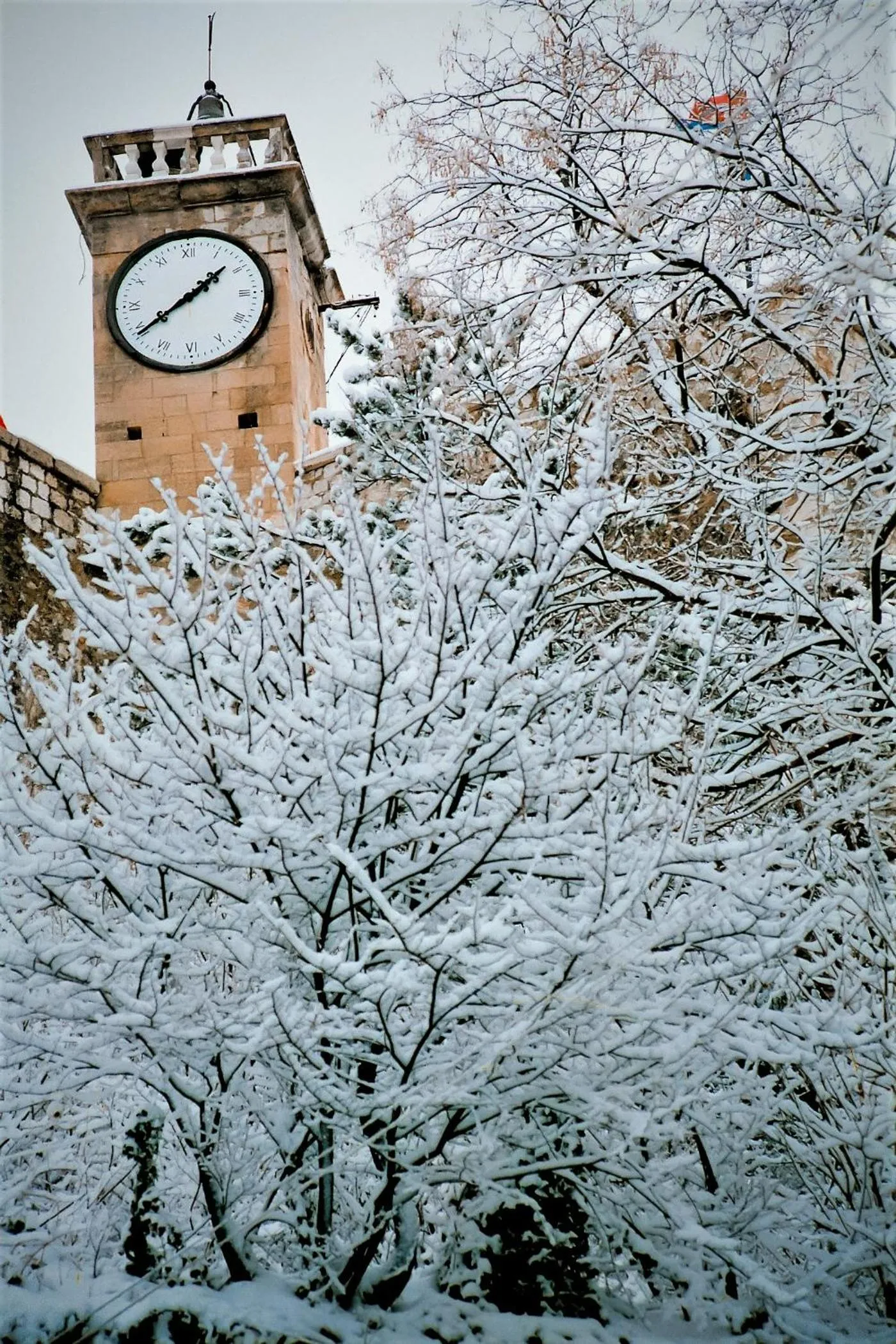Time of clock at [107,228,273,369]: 1:39
